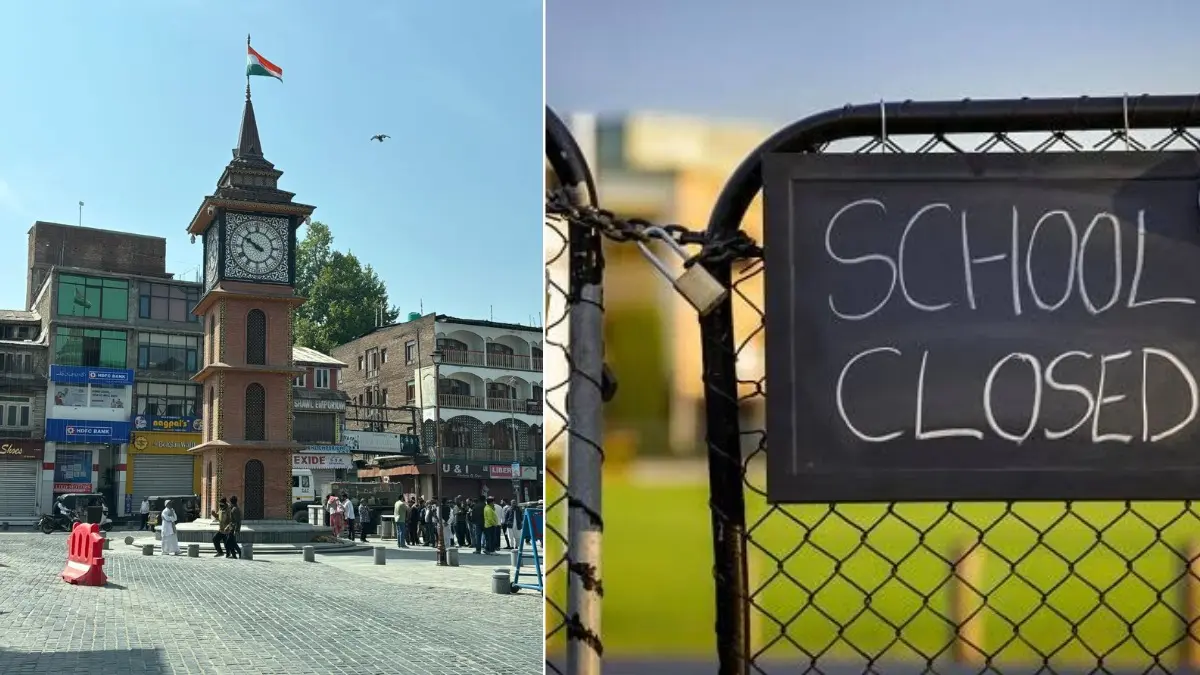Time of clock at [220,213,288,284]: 9:50
